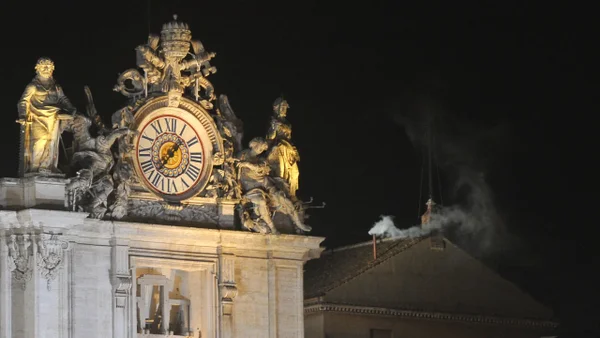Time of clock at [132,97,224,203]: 1:36
